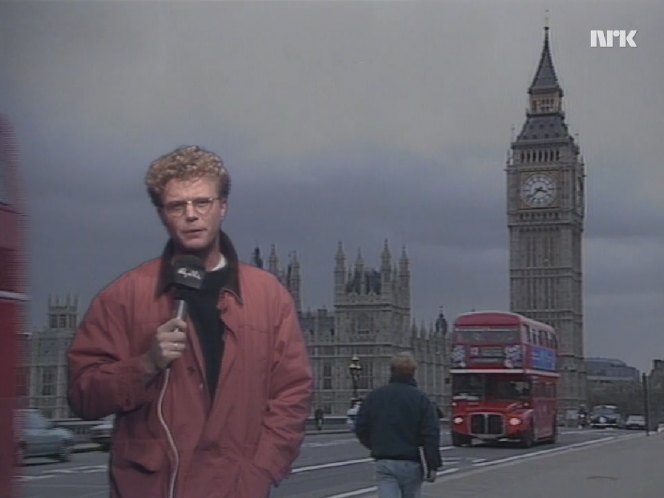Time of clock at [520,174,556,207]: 3:37
